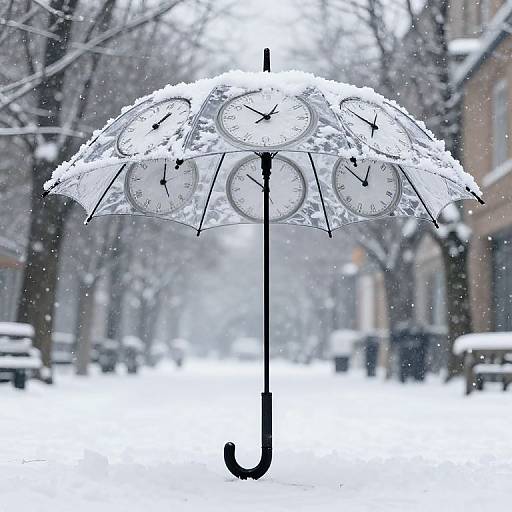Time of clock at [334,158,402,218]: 12:52
